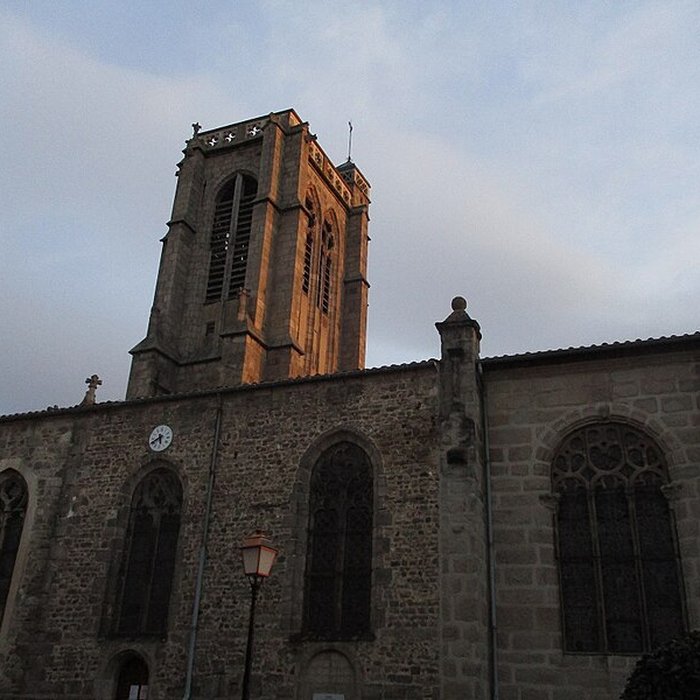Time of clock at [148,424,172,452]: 5:40
